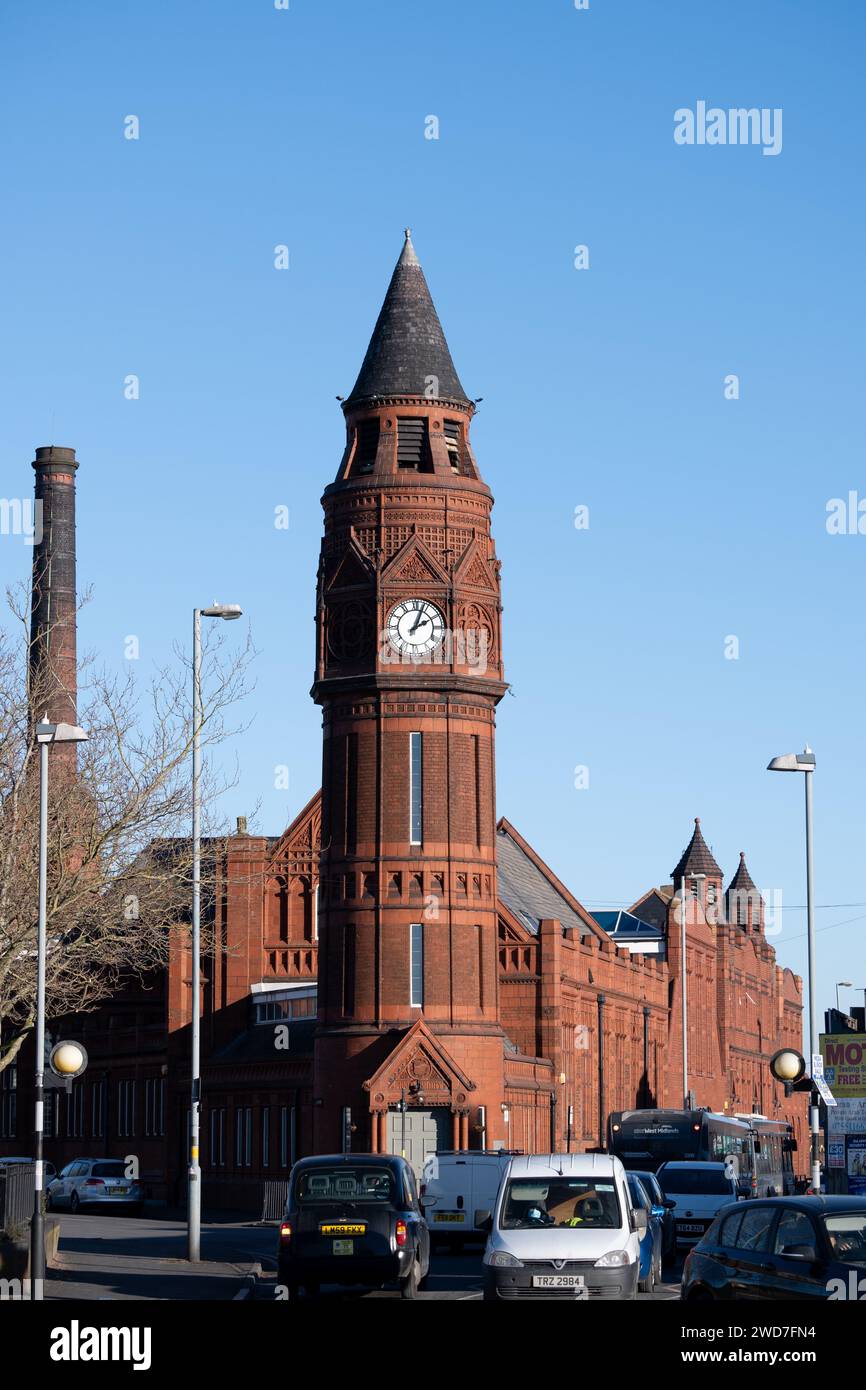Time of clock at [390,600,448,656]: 2:03
